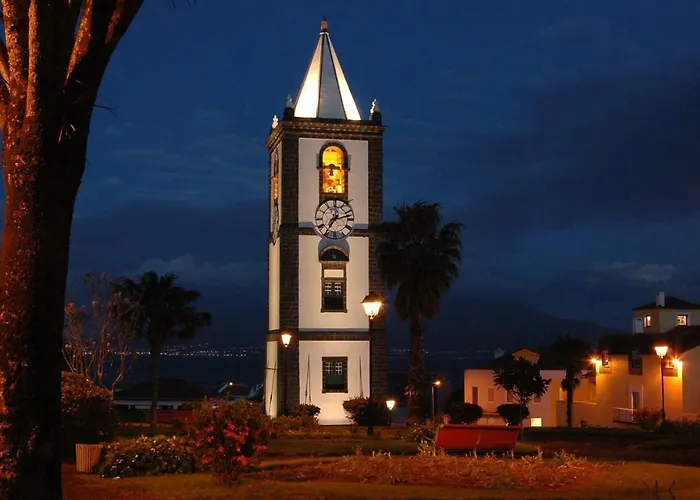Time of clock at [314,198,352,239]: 7:12
